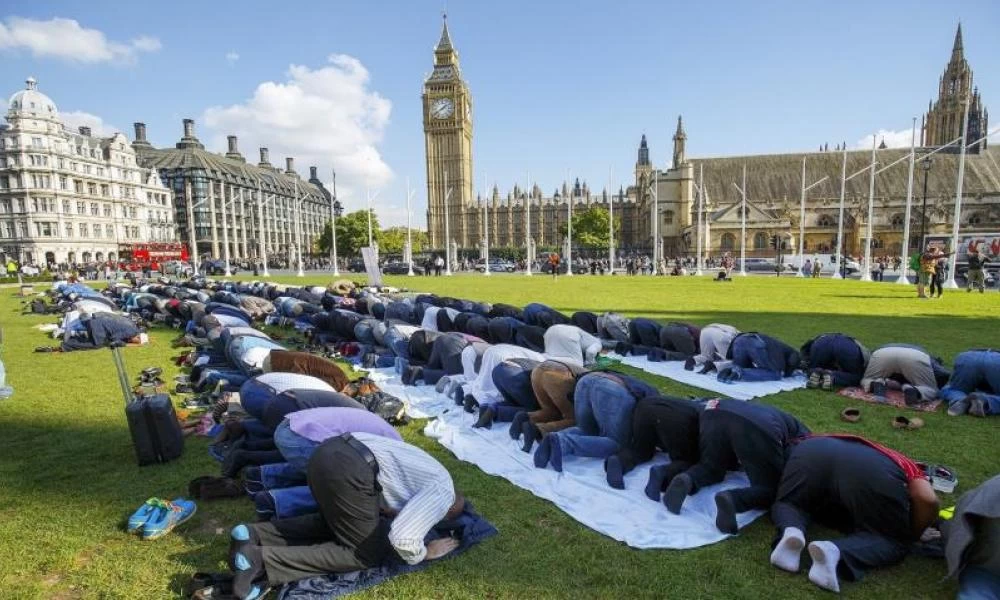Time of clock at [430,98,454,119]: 1:39
